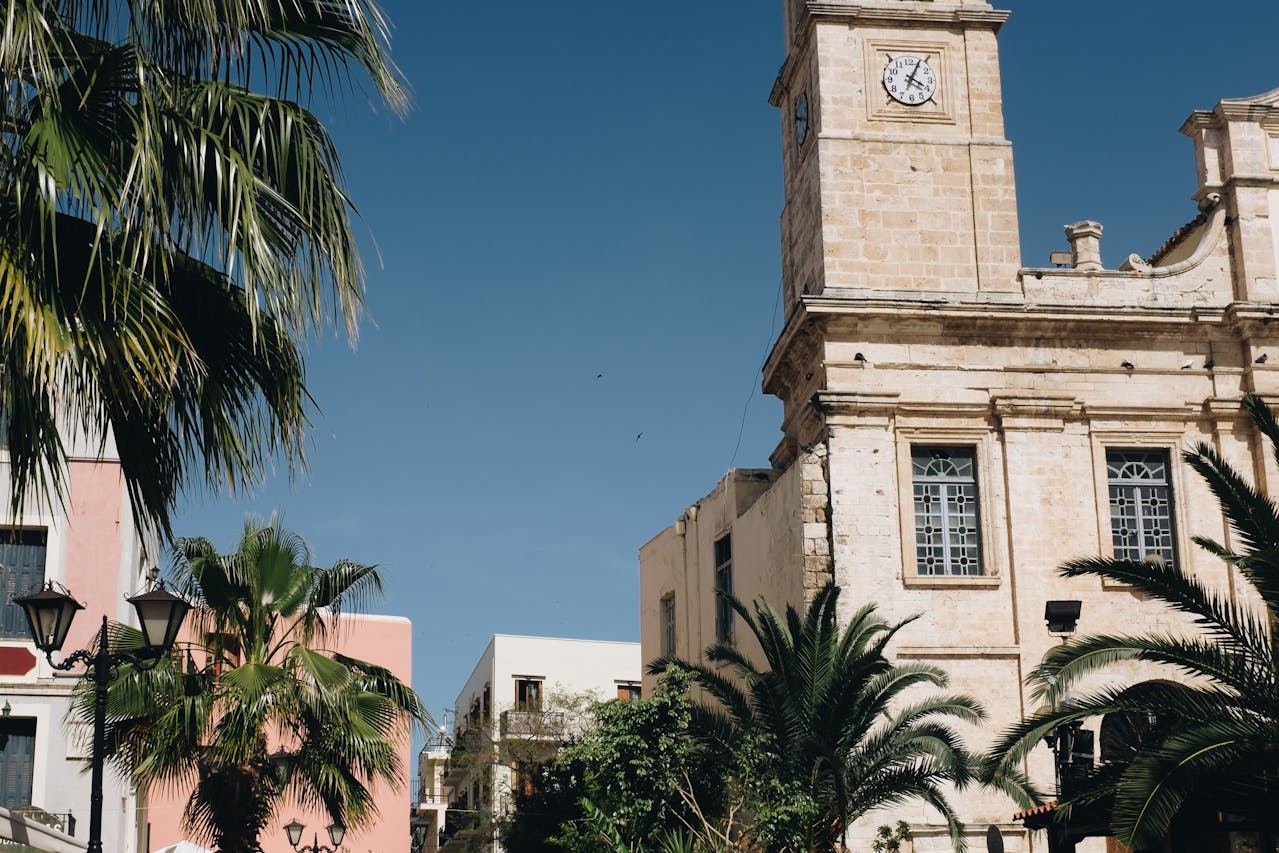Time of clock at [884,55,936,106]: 4:04
